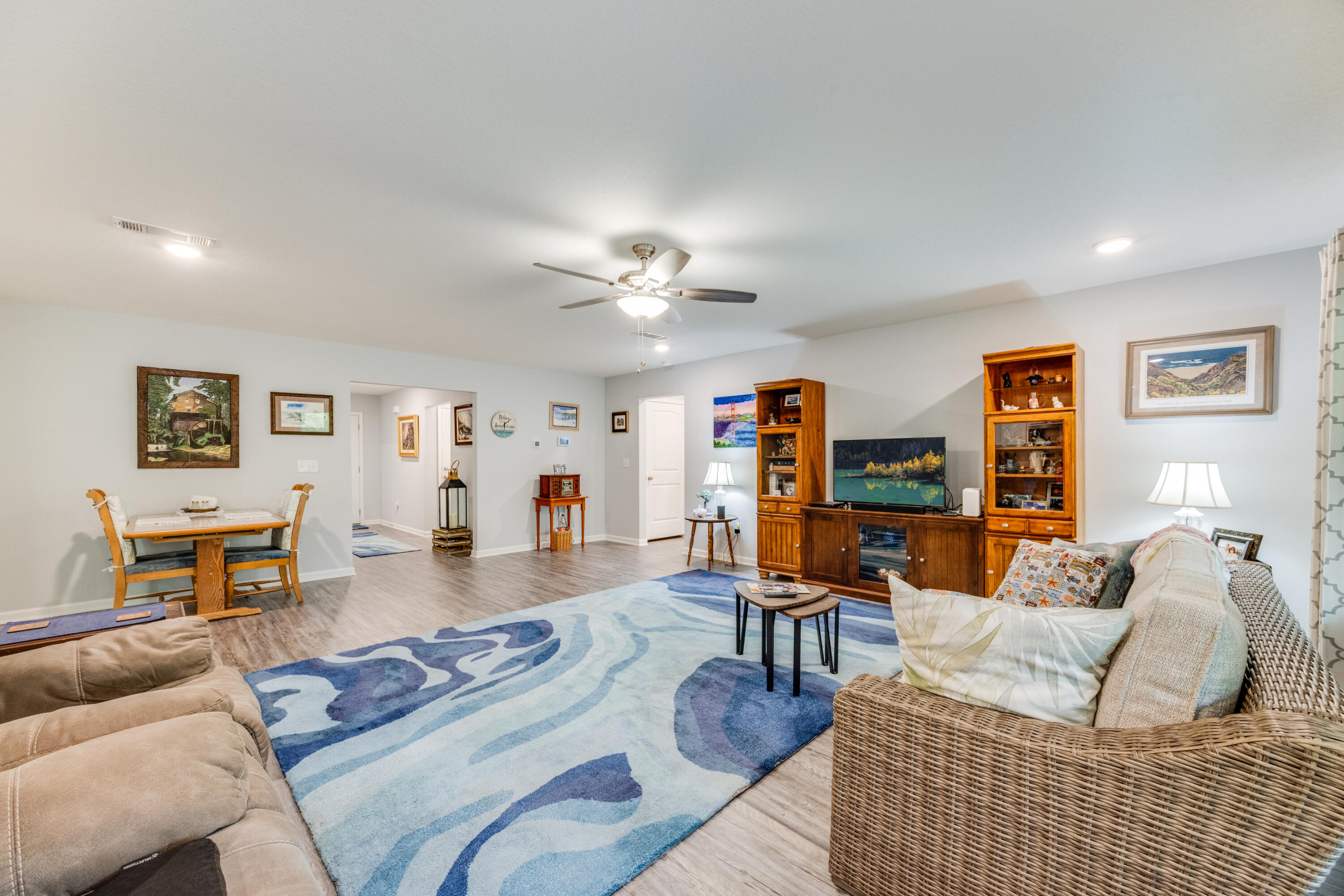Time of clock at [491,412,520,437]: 6:08
